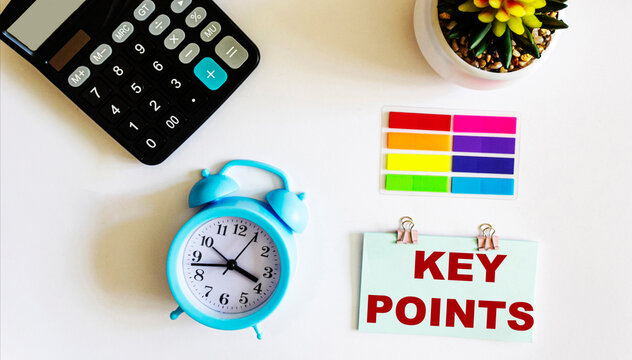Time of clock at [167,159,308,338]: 3:42
